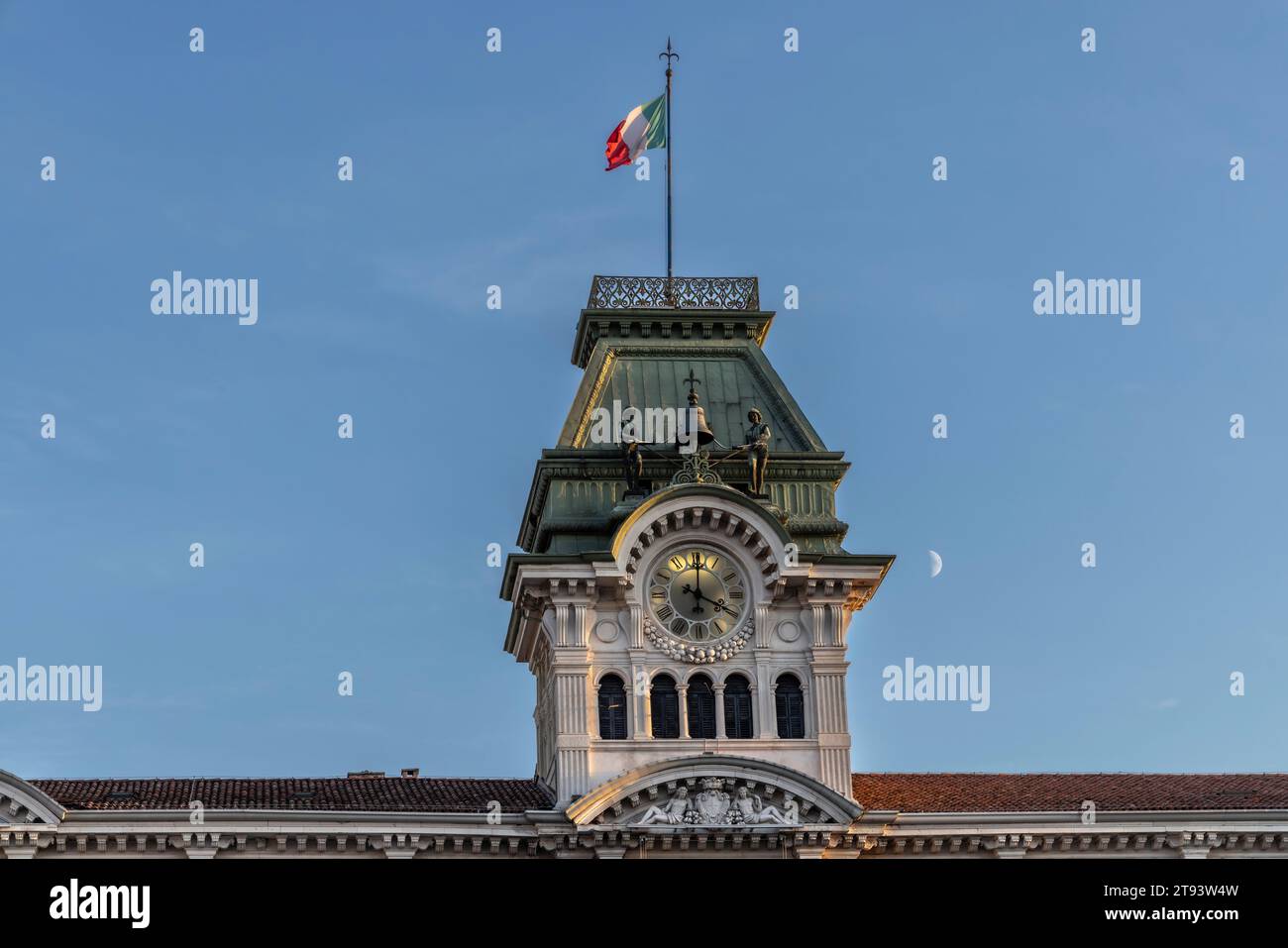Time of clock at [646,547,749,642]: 4:00
